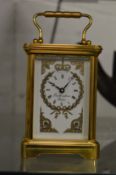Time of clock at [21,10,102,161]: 10:07
